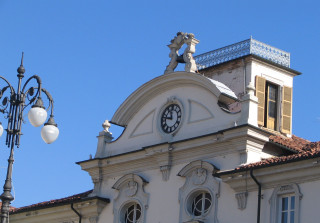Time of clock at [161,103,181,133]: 11:47
